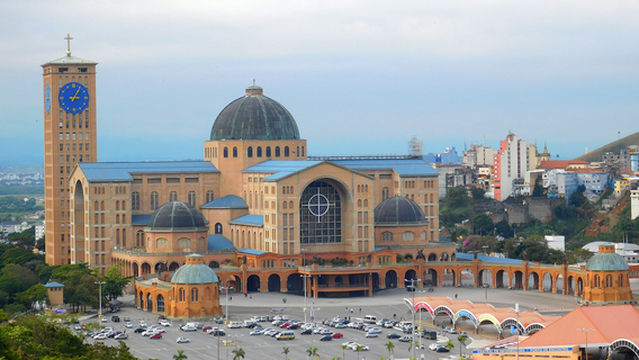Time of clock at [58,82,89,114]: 3:05
